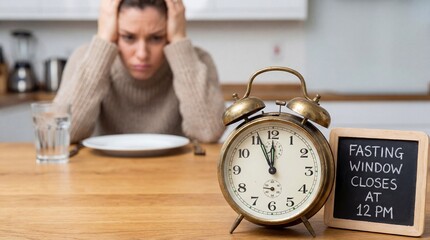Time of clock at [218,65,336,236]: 11:56
